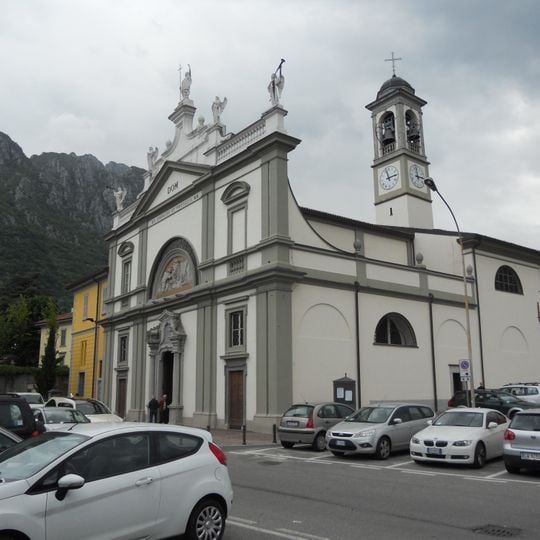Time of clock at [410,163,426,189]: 2:58
